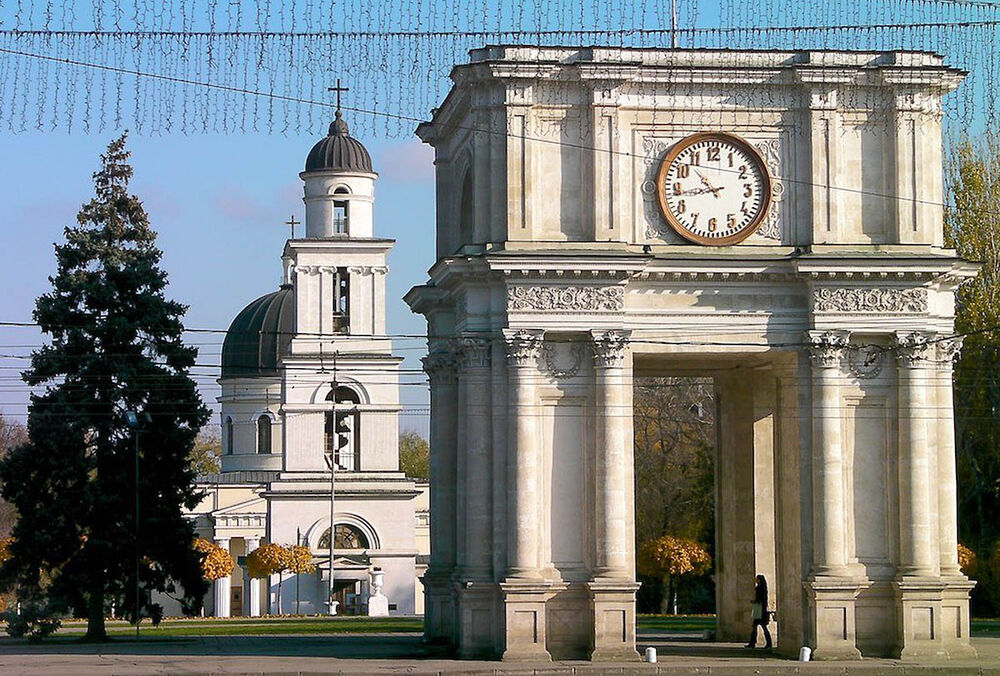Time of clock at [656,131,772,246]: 10:43
